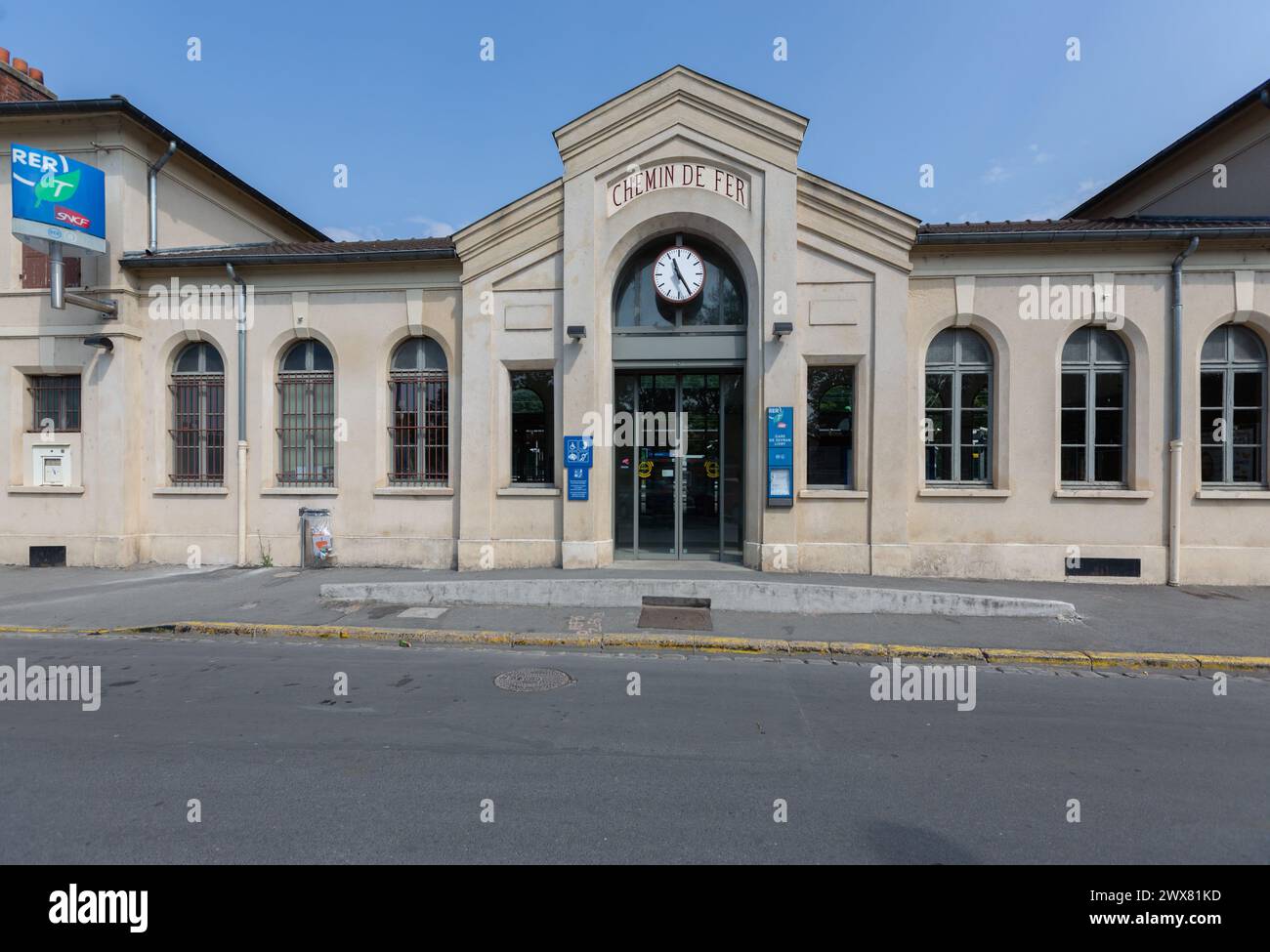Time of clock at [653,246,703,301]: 11:24
